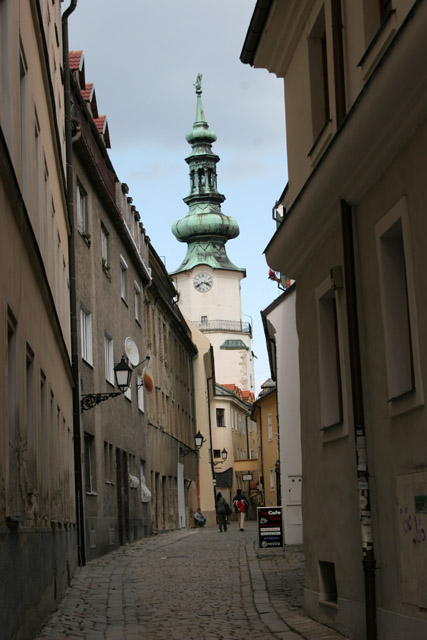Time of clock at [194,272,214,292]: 3:40
